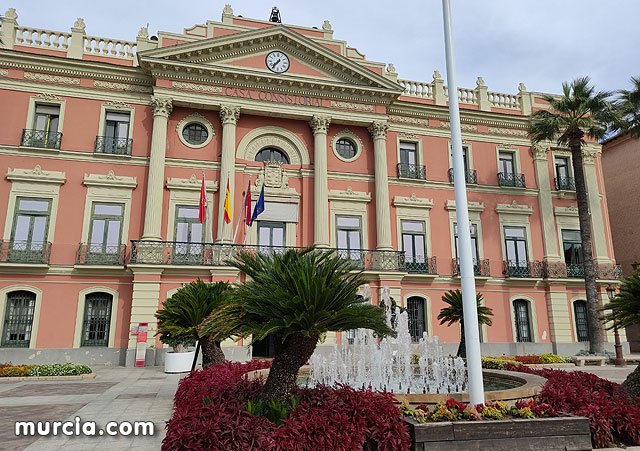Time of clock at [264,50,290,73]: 7:36
